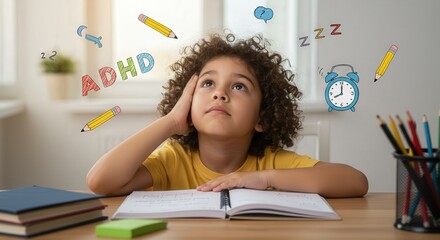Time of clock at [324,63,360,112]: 8:00
